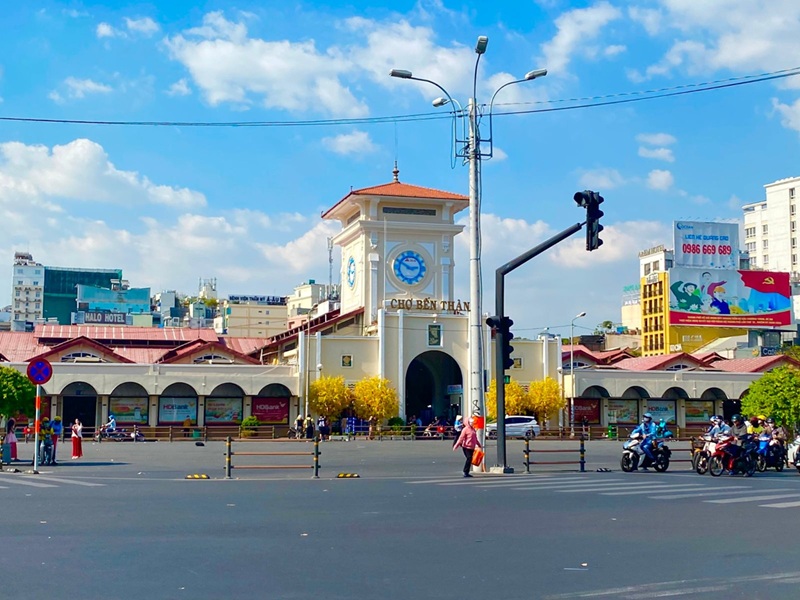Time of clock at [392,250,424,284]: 2:50
